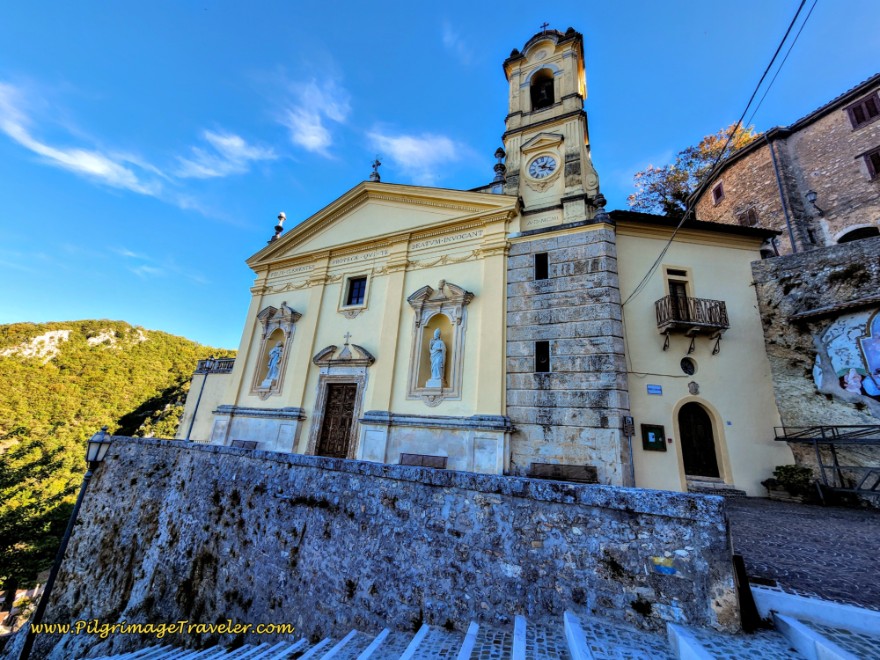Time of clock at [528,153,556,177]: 1:18
